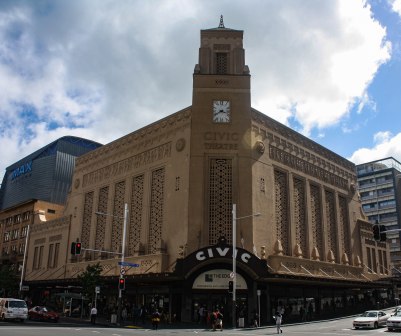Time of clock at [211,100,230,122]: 3:40
